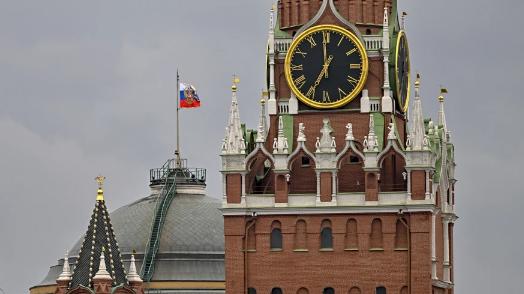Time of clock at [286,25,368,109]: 6:59
